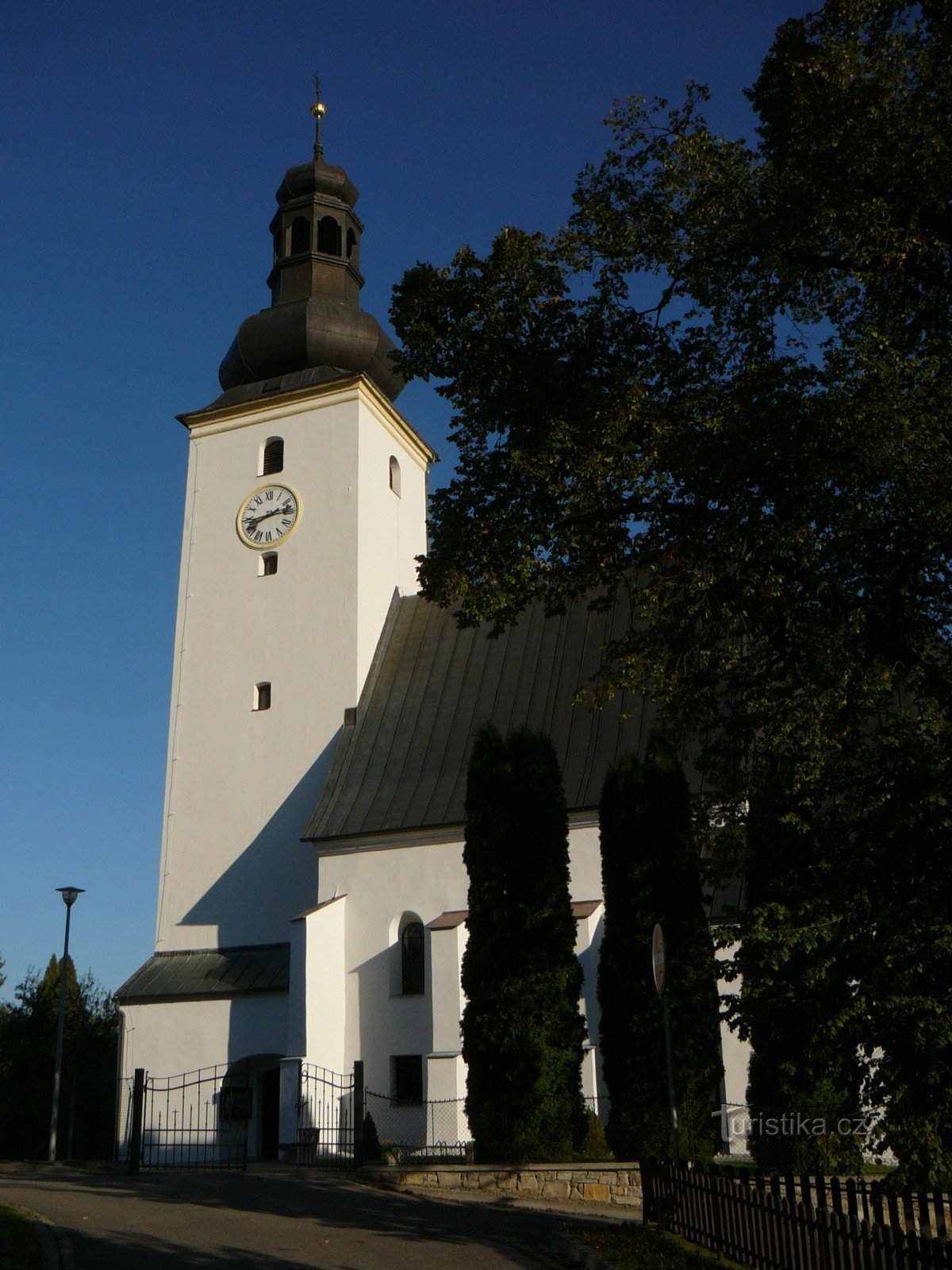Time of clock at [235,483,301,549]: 2:42
